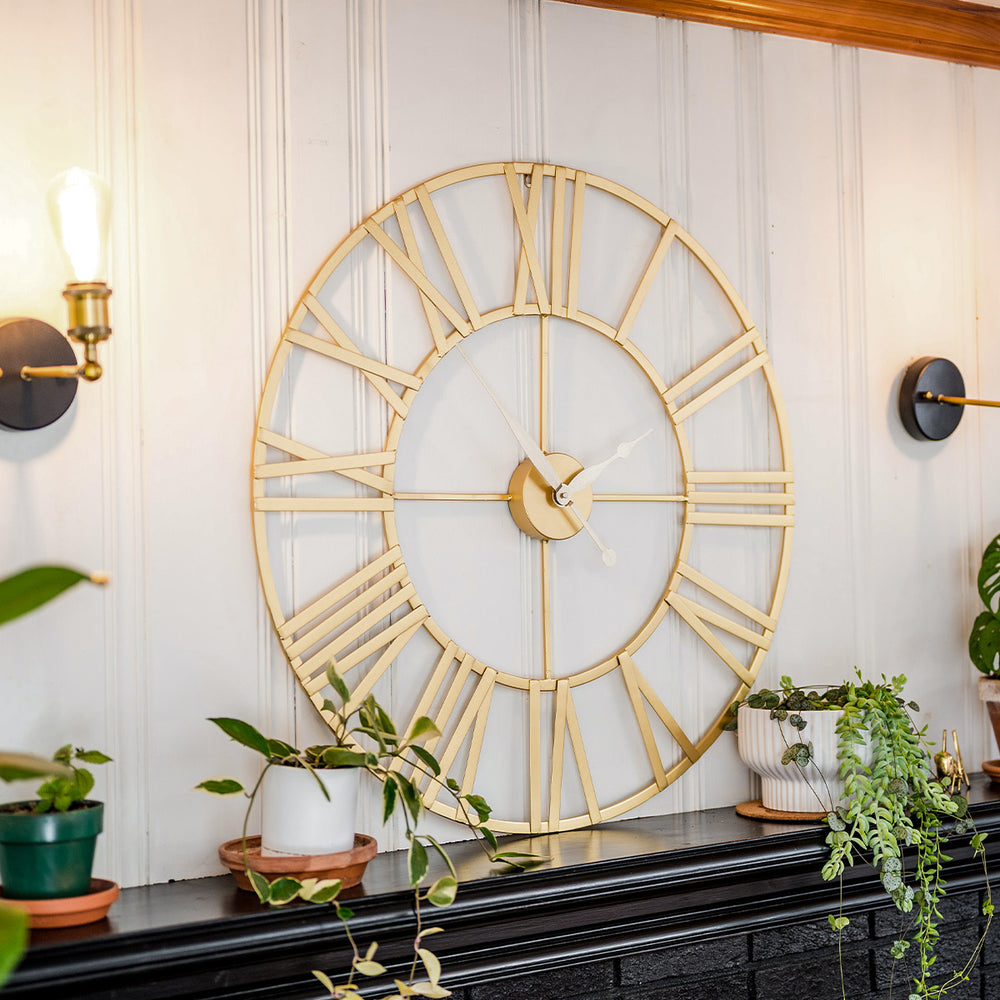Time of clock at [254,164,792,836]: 2:00
